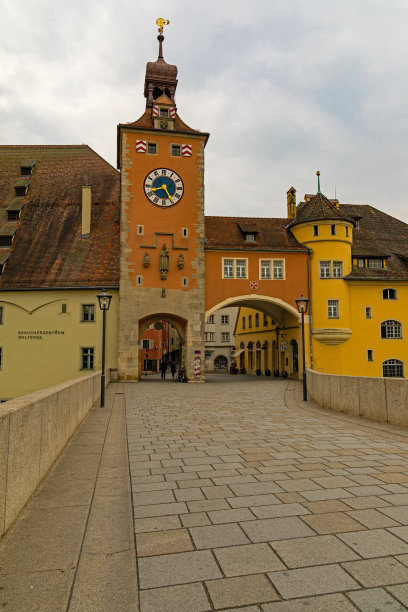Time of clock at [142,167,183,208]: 8:25
